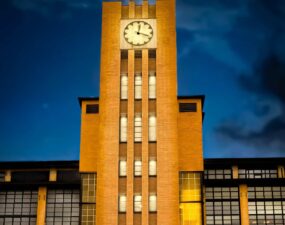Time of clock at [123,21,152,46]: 12:18
